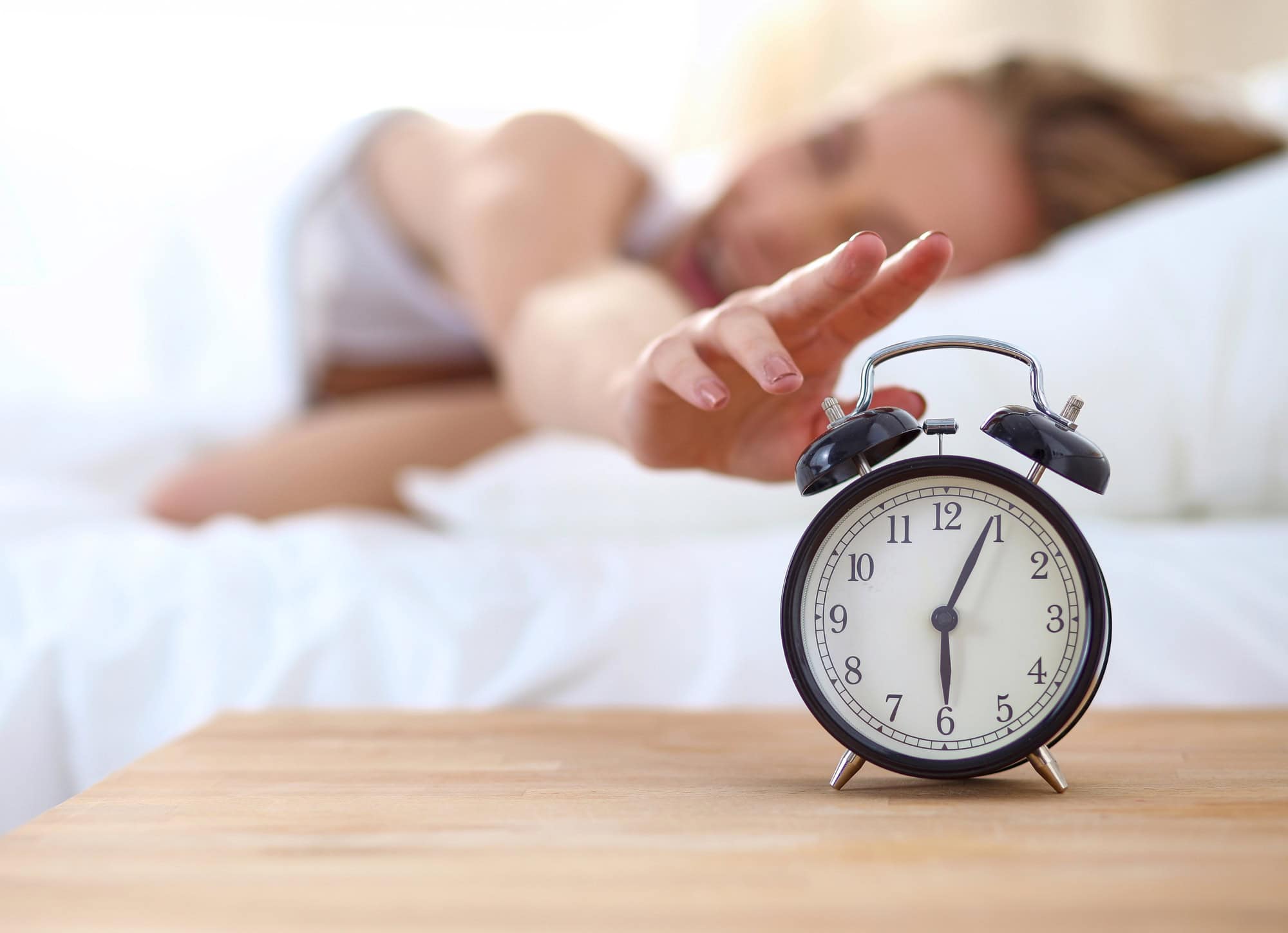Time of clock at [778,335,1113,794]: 6:04
